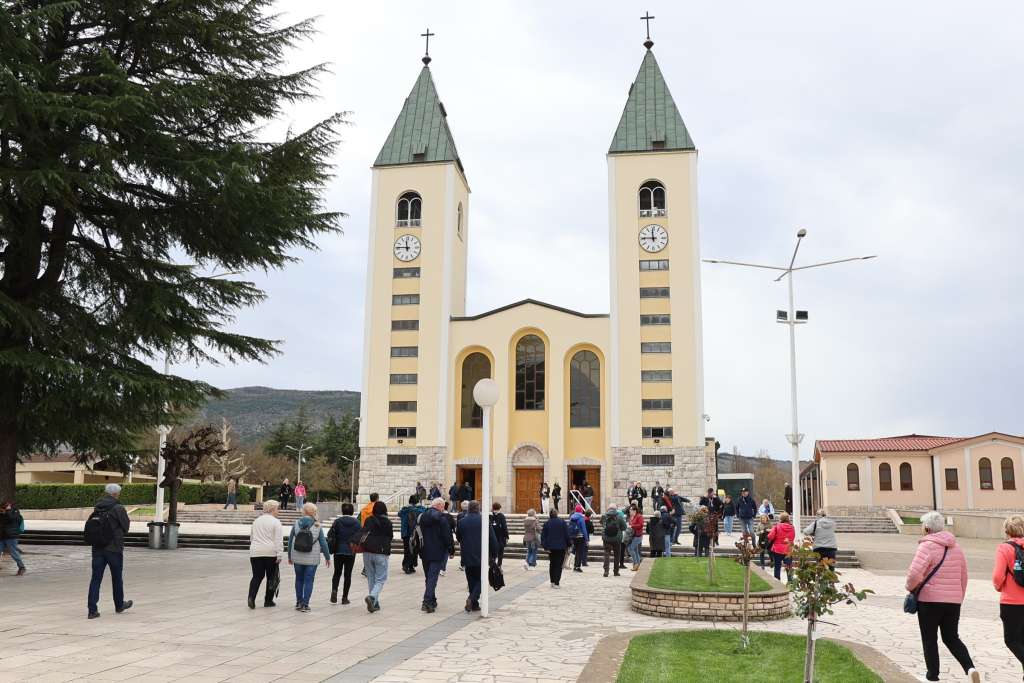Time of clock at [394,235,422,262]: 11:45
